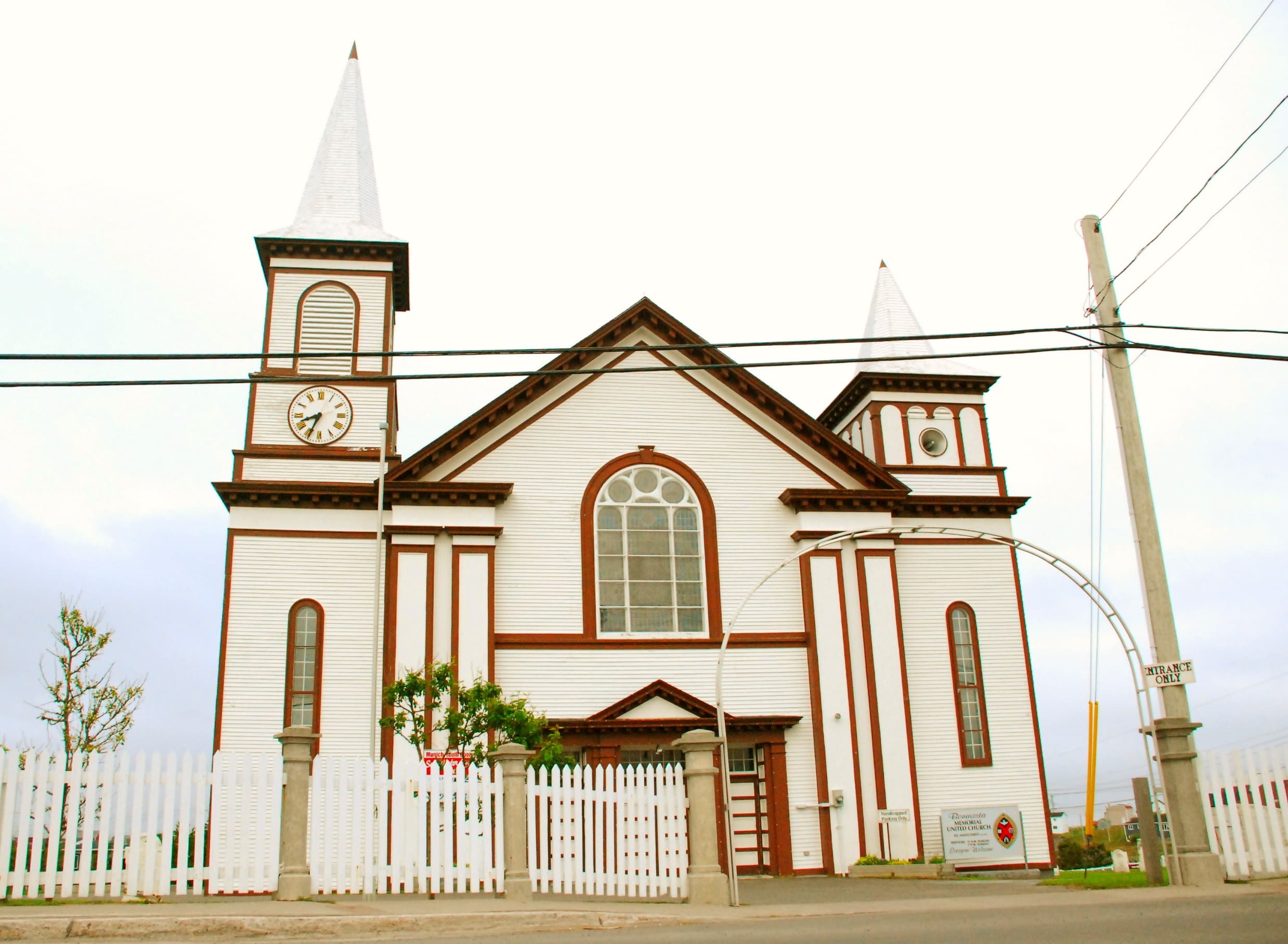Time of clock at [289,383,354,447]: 8:34
